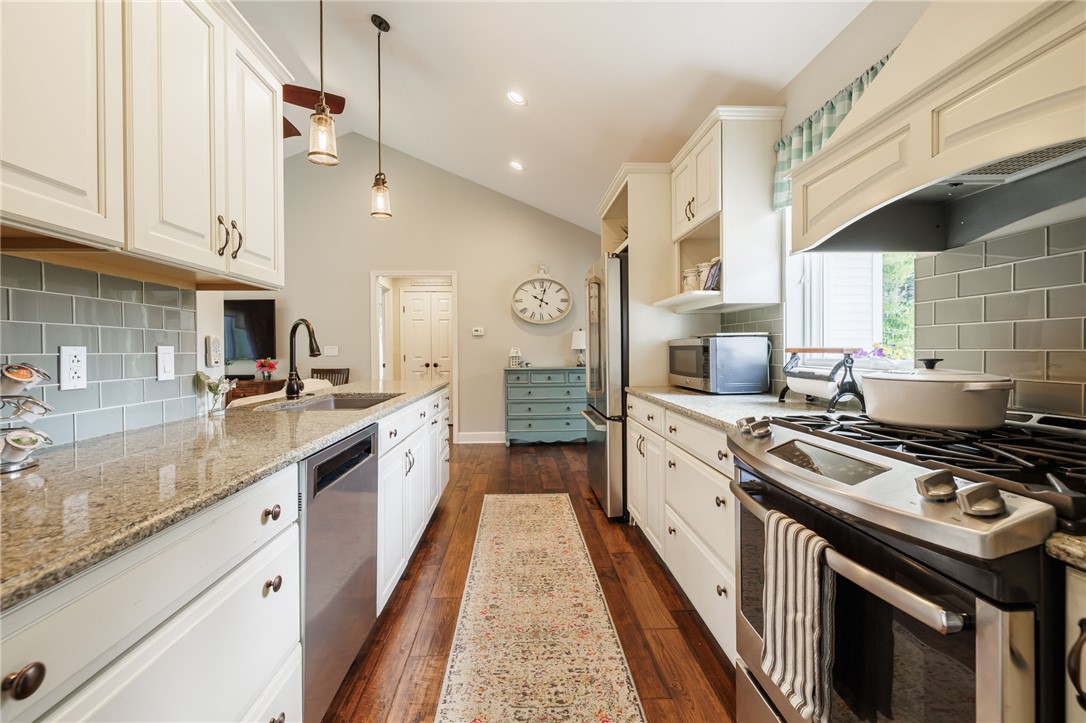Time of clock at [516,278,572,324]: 10:02
